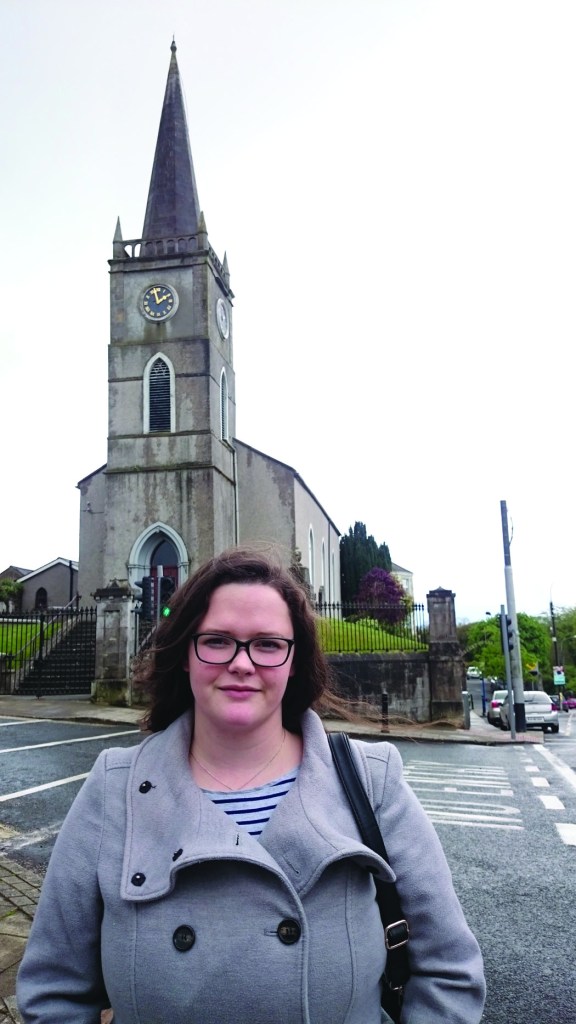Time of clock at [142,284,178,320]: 1:57
